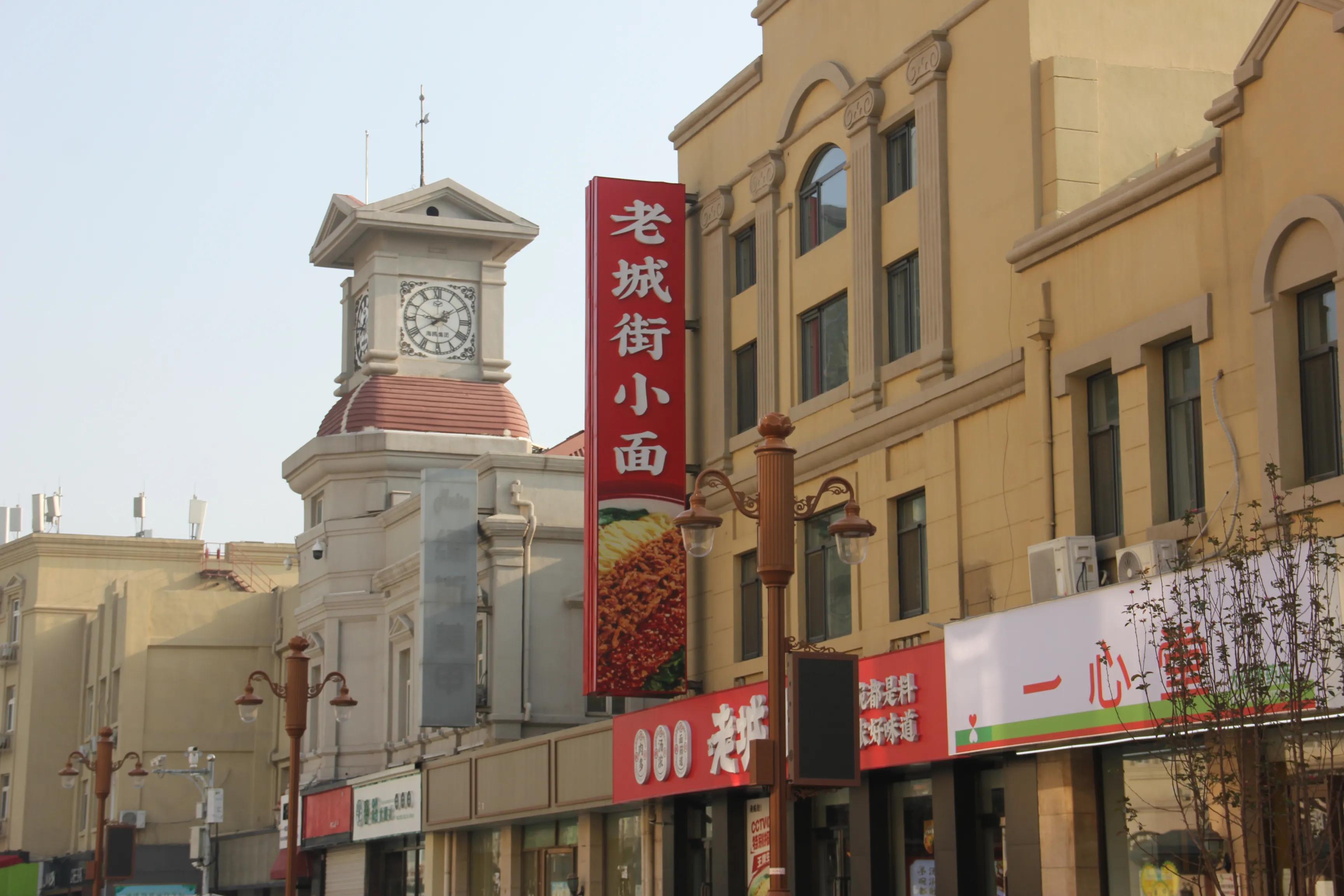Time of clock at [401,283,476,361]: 1:46
